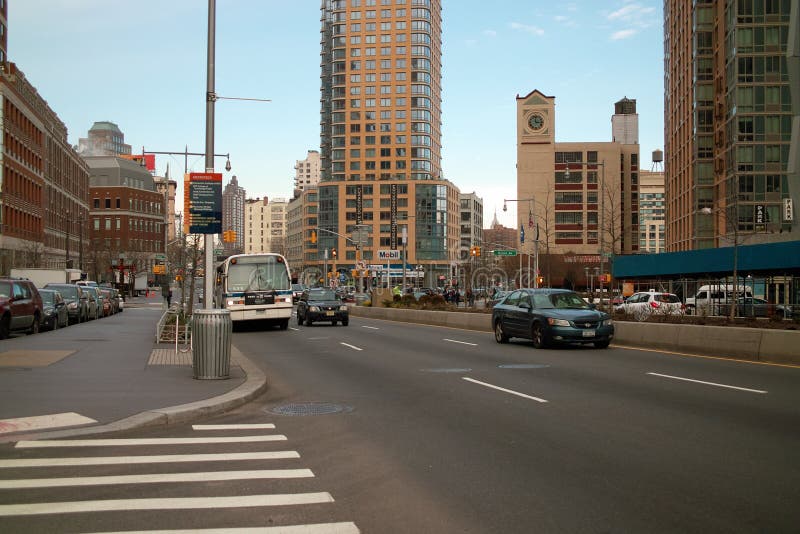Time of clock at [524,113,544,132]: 2:58
